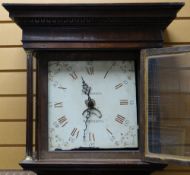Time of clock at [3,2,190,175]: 11:32
